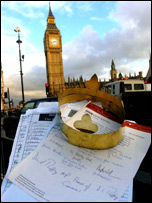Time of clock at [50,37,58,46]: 2:42
